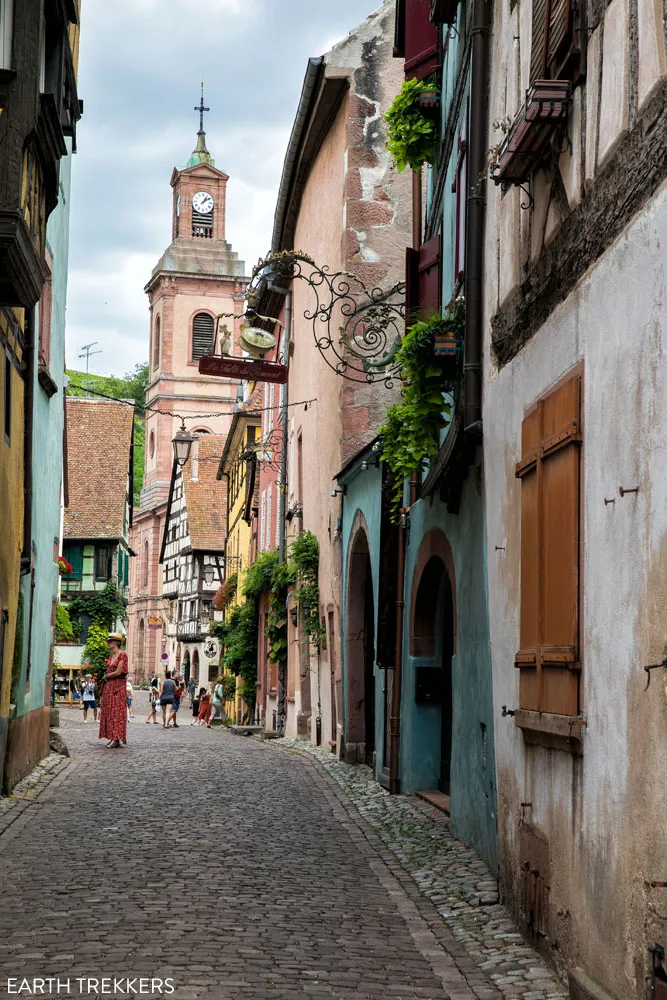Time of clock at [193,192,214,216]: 1:09
